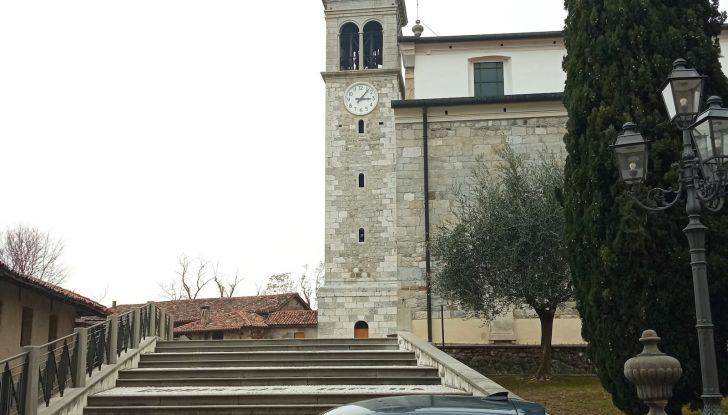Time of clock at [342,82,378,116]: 3:06
